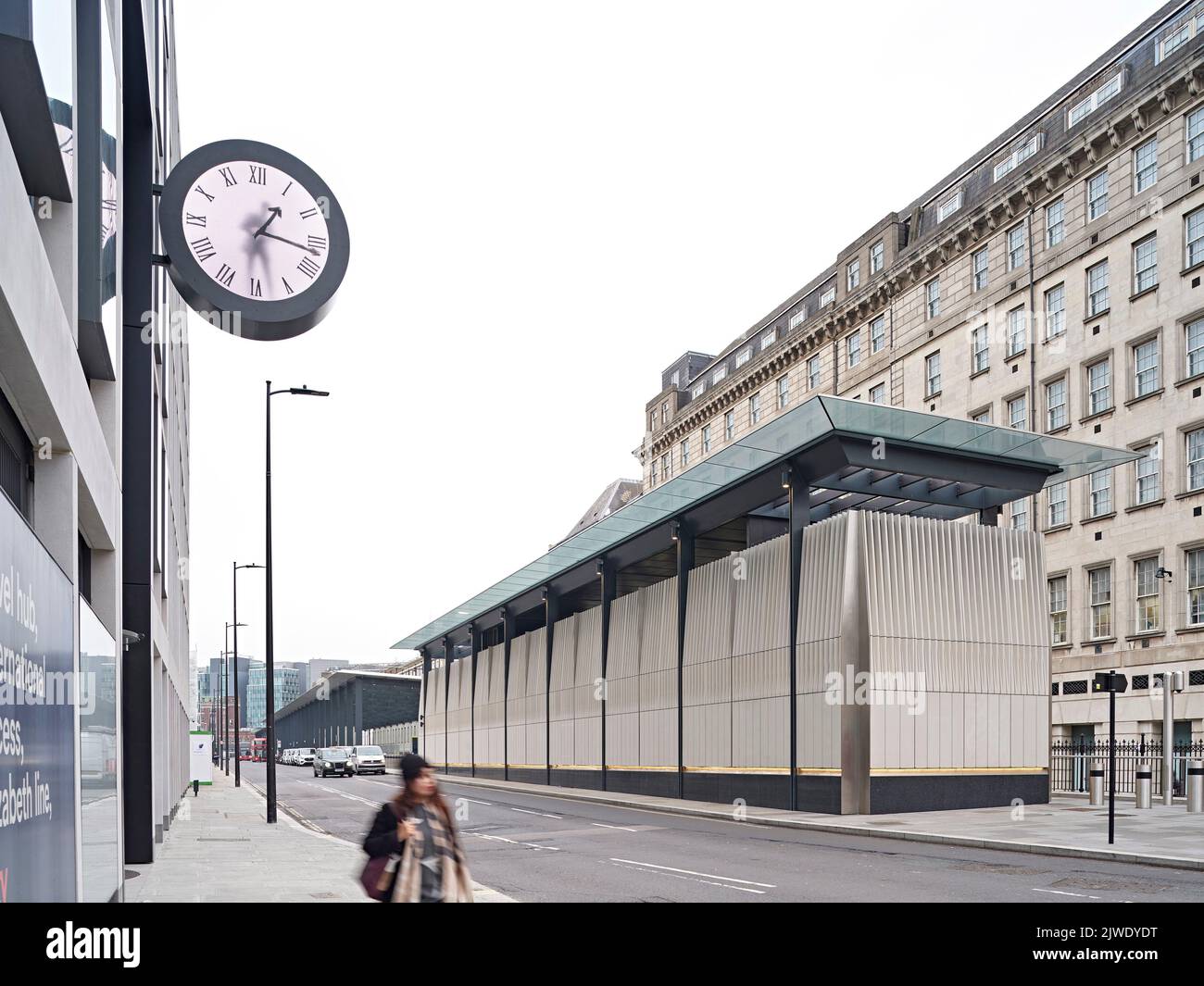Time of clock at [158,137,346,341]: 1:16
